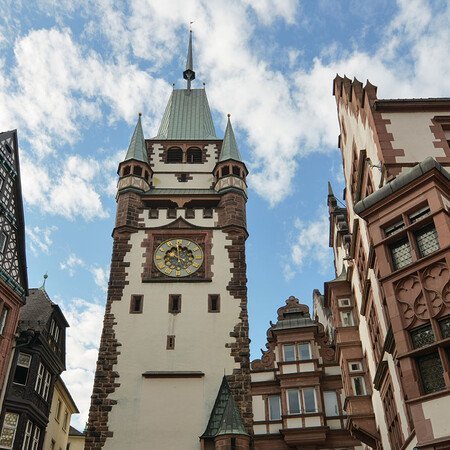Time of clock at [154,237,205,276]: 11:59
